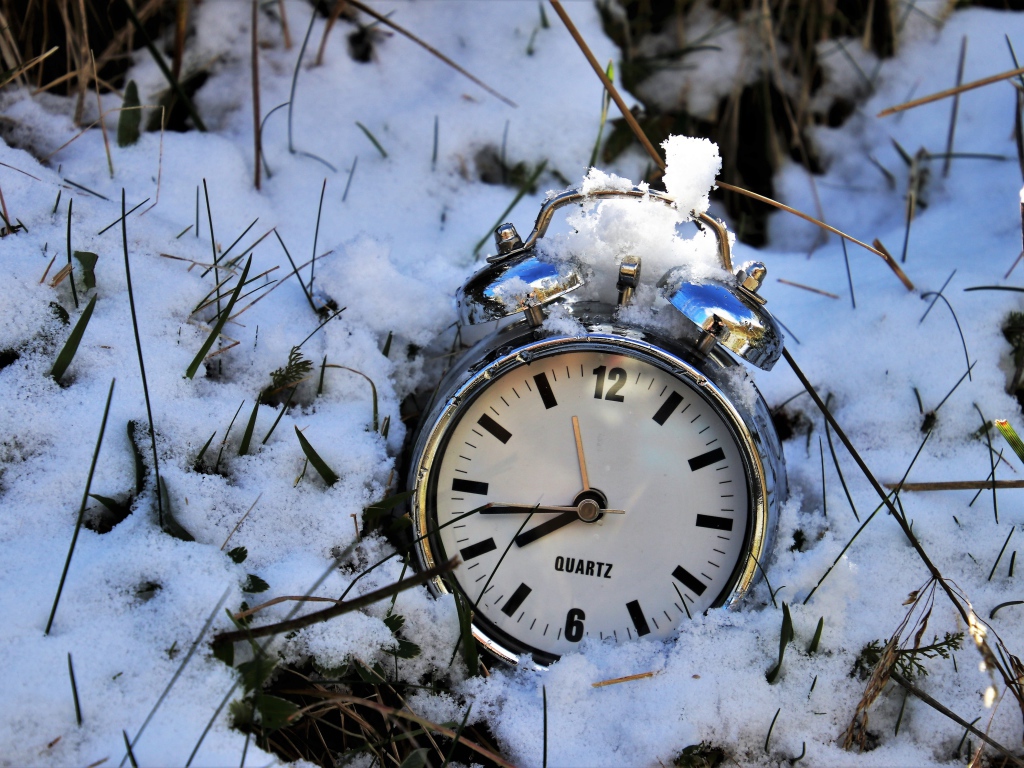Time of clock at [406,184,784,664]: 7:43
